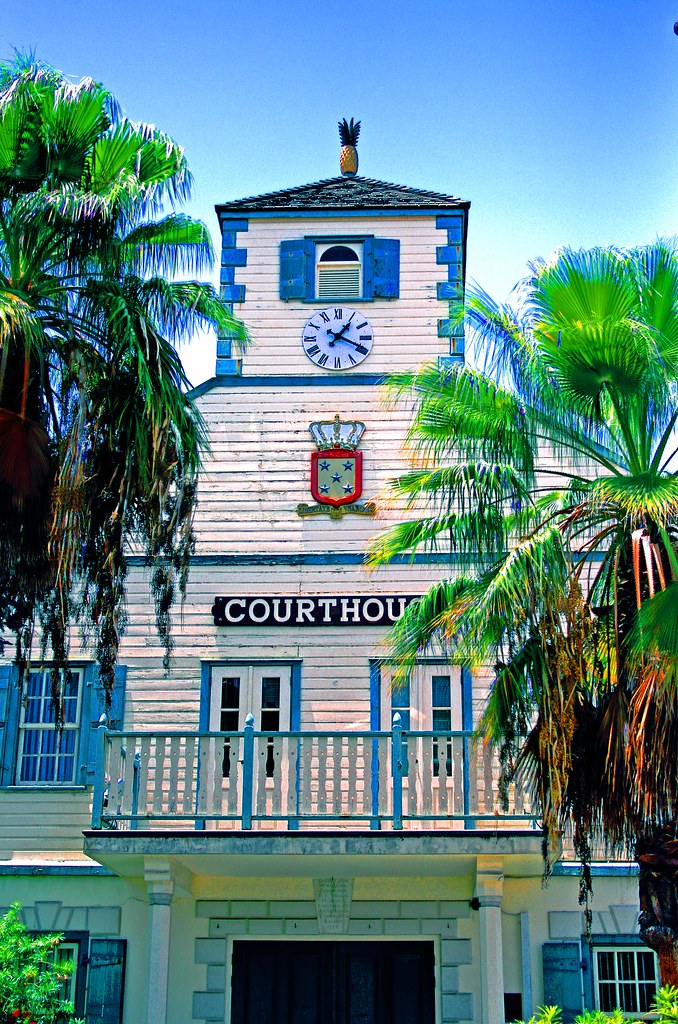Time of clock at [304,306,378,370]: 1:19
